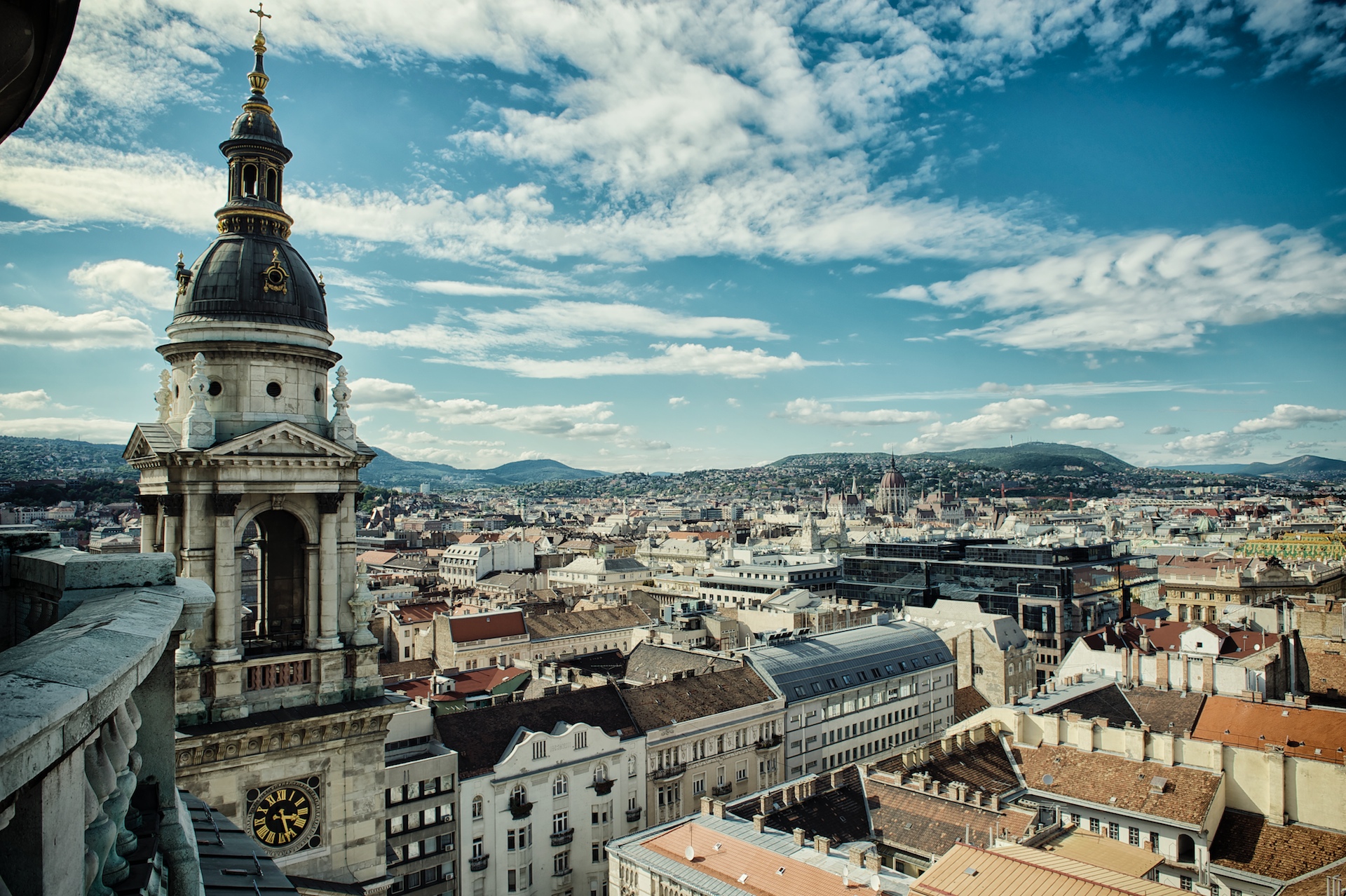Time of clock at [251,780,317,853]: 3:27
